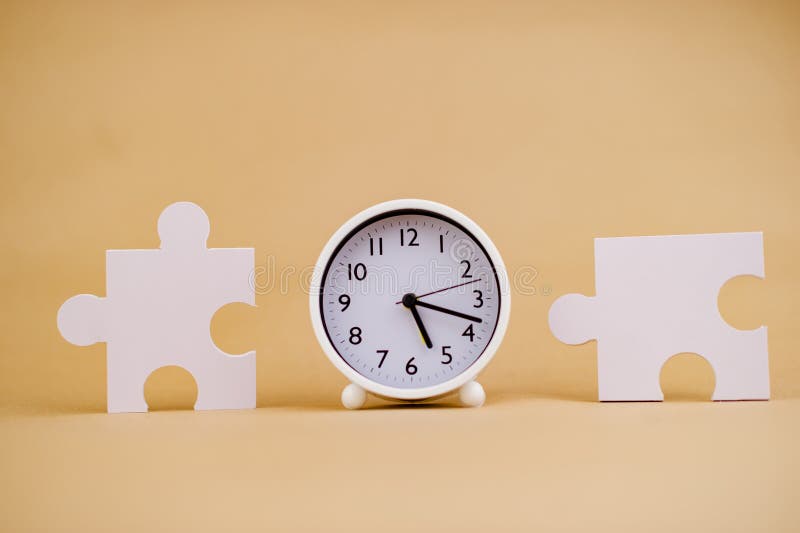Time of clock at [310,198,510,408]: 5:18
